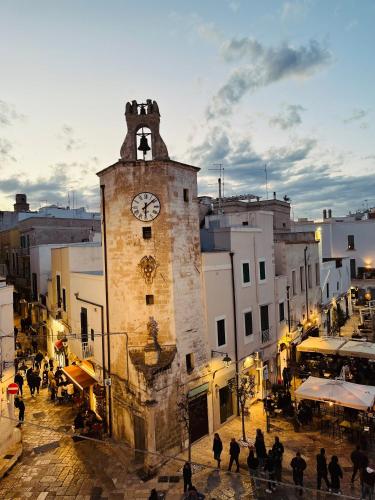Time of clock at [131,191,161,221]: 6:08
